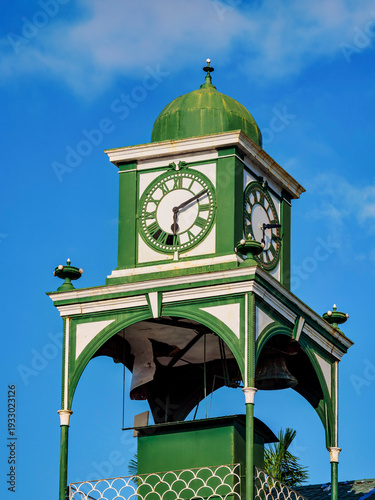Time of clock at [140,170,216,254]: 6:10
